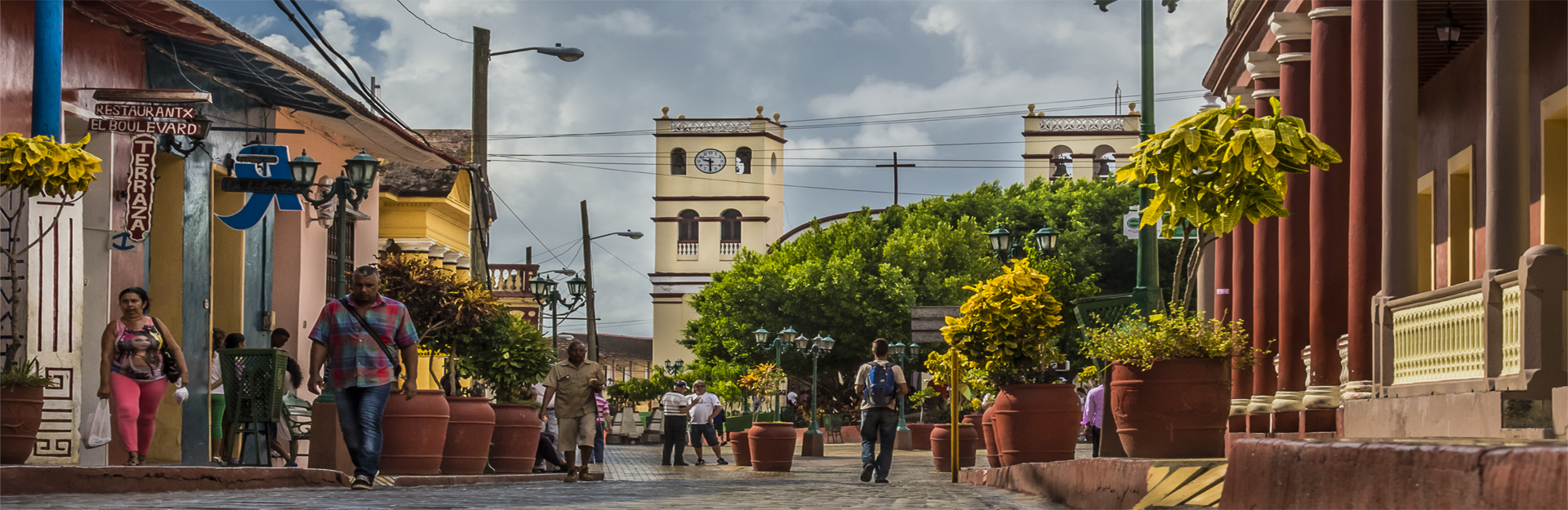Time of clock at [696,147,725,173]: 9:30
